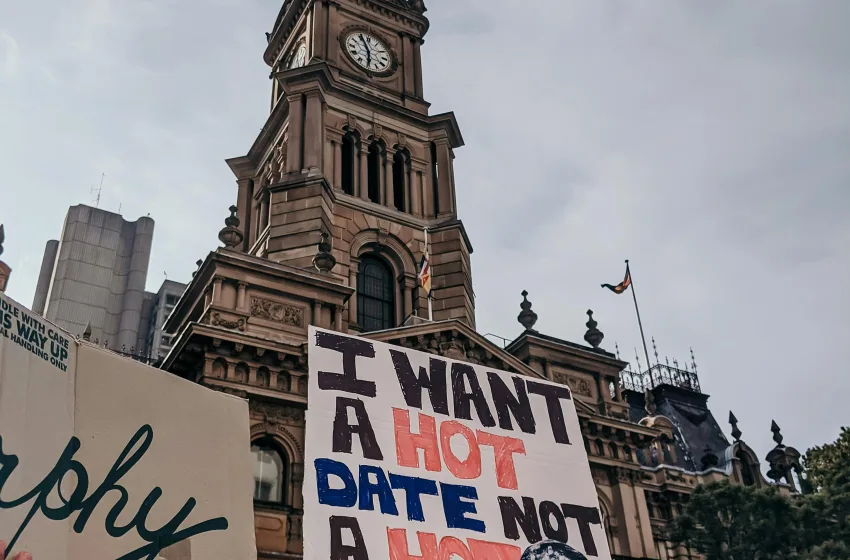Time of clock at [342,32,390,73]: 5:55
